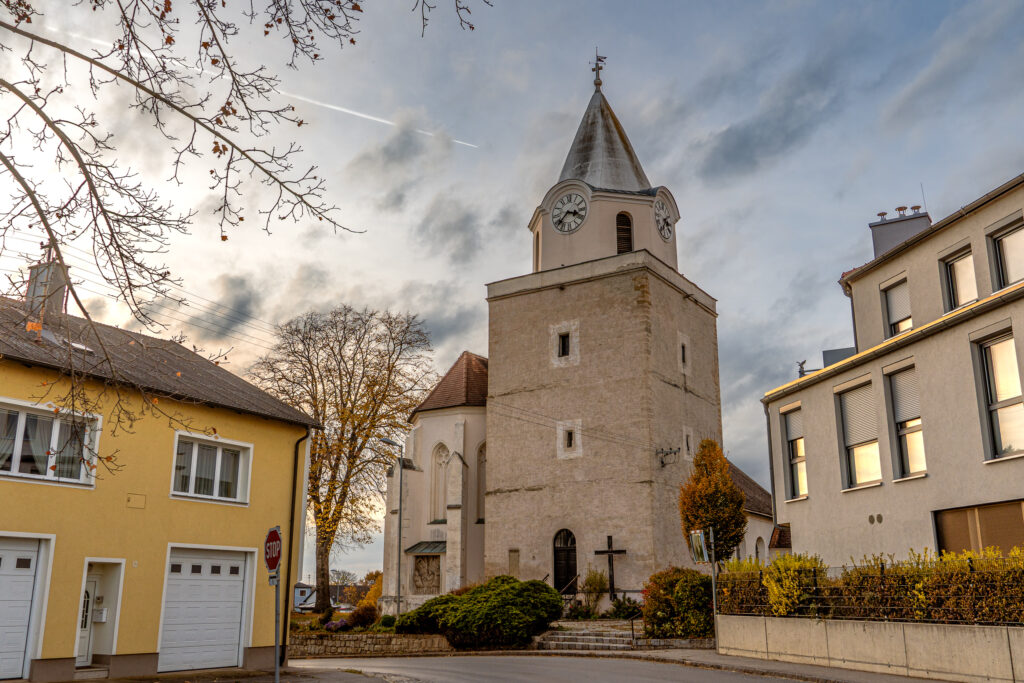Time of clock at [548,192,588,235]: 3:37
